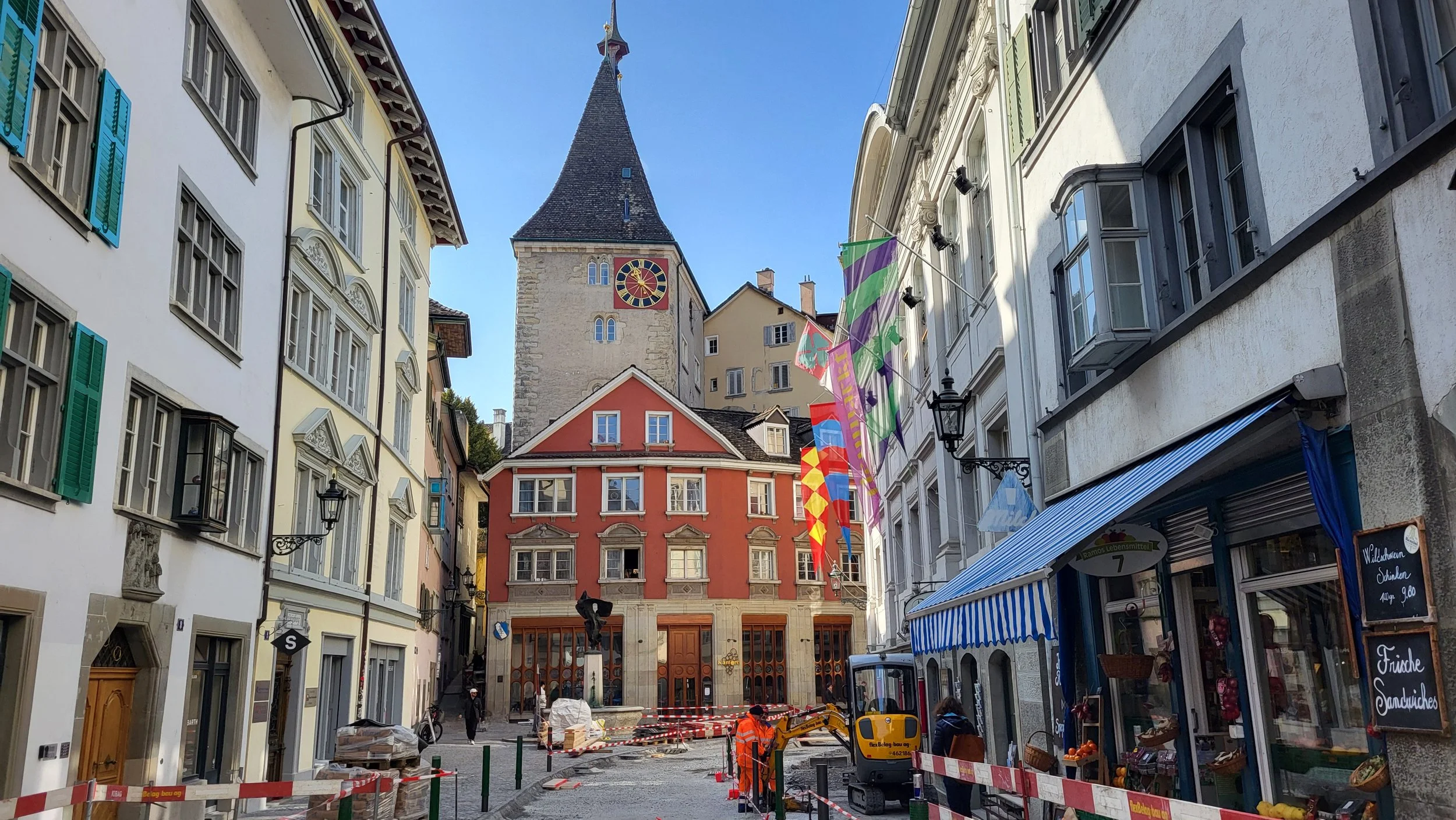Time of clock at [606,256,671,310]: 11:21
